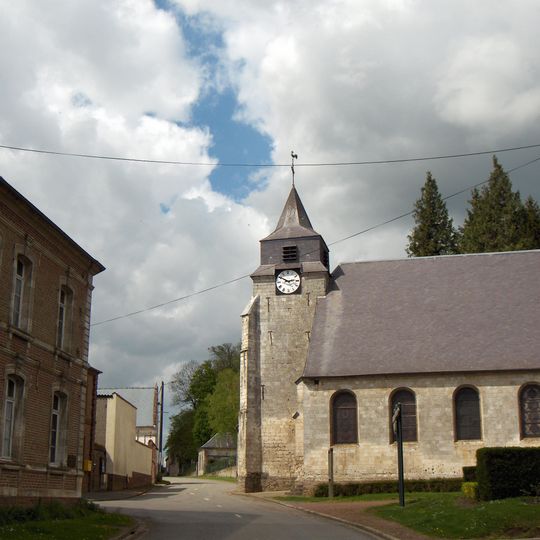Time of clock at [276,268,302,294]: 2:50
